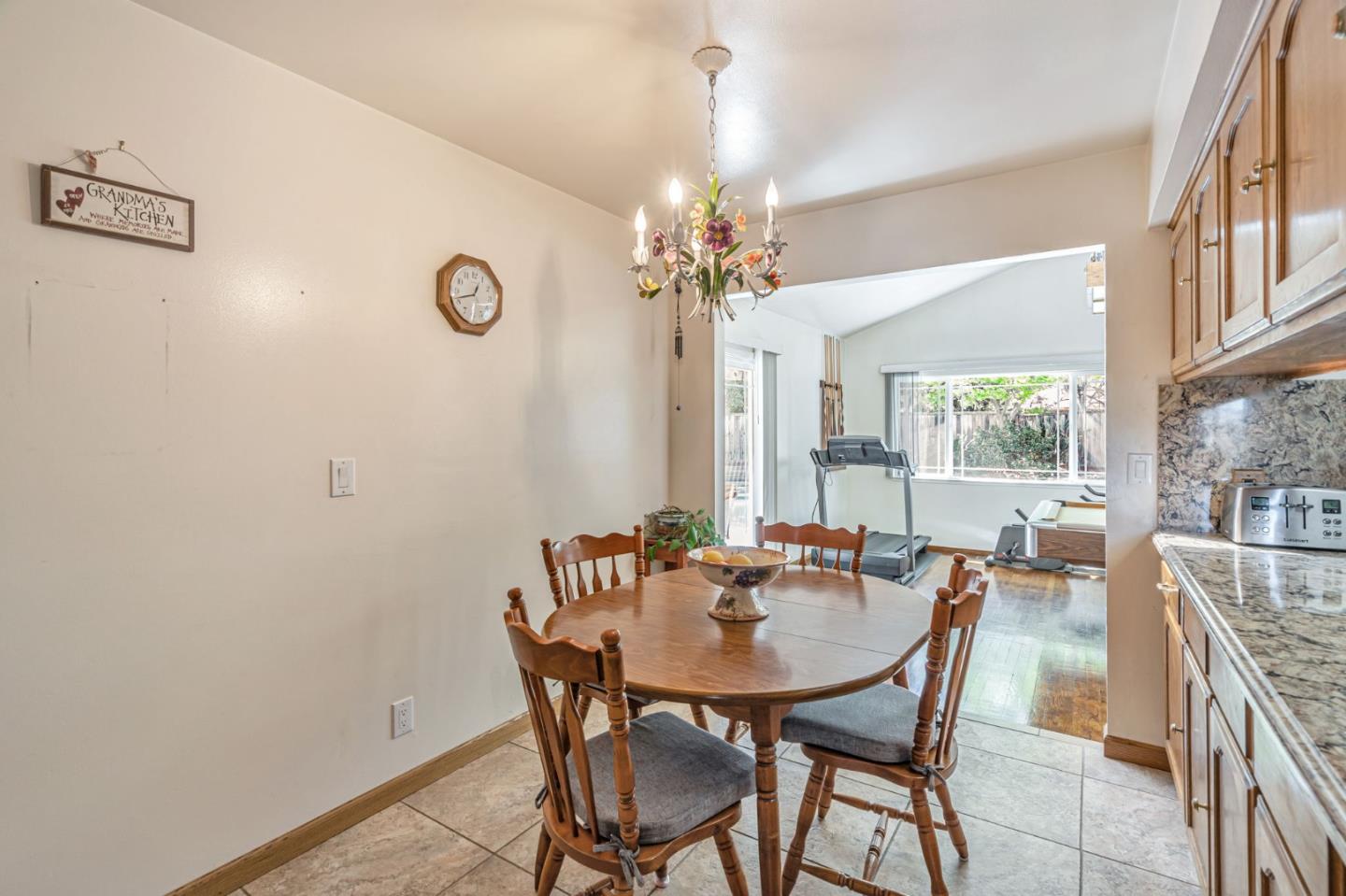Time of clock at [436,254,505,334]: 12:41
